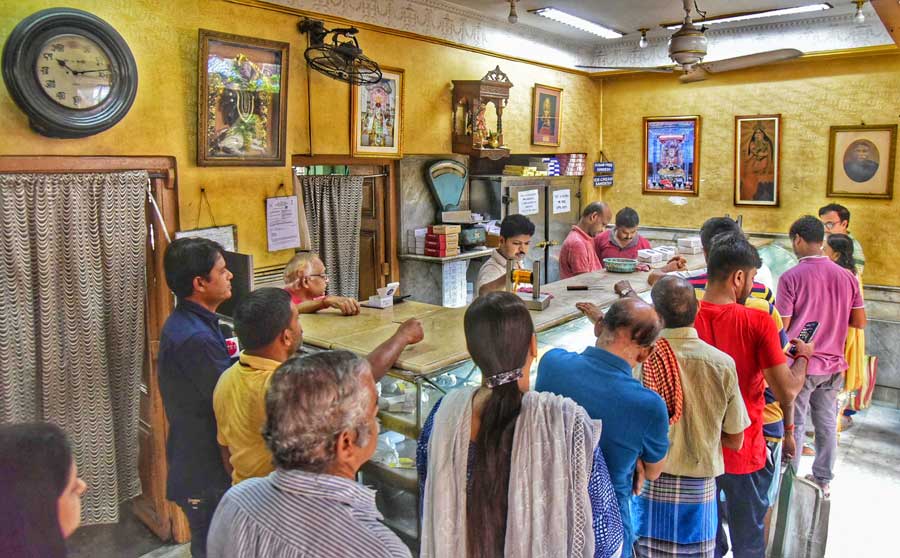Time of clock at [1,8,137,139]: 10:13
